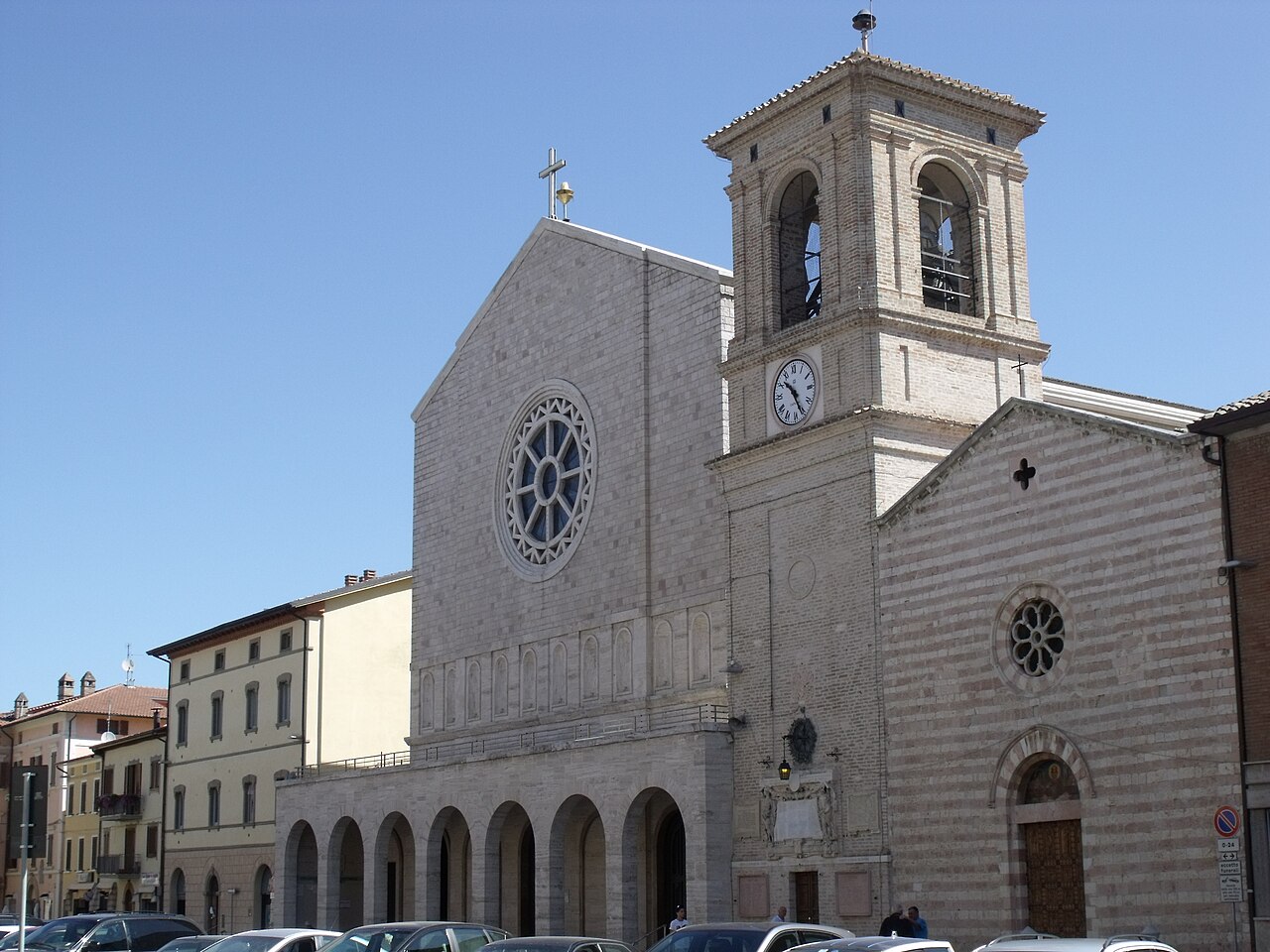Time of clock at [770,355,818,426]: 10:25
